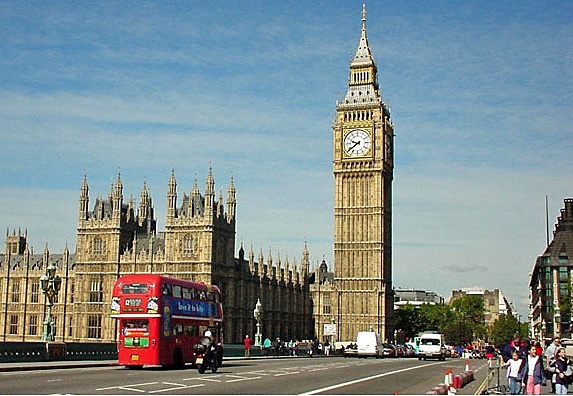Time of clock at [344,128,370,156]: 9:39
